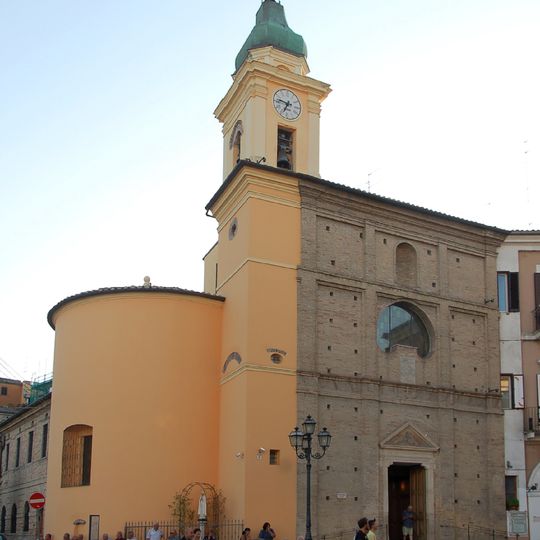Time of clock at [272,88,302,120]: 6:47
